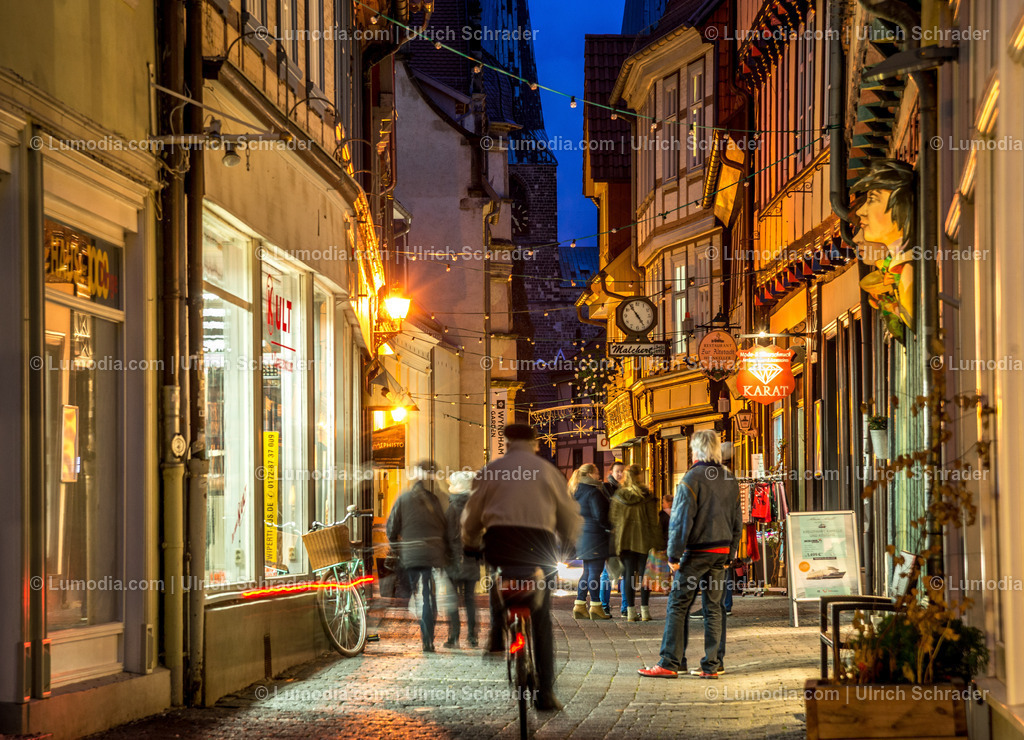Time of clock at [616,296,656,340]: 4:54
